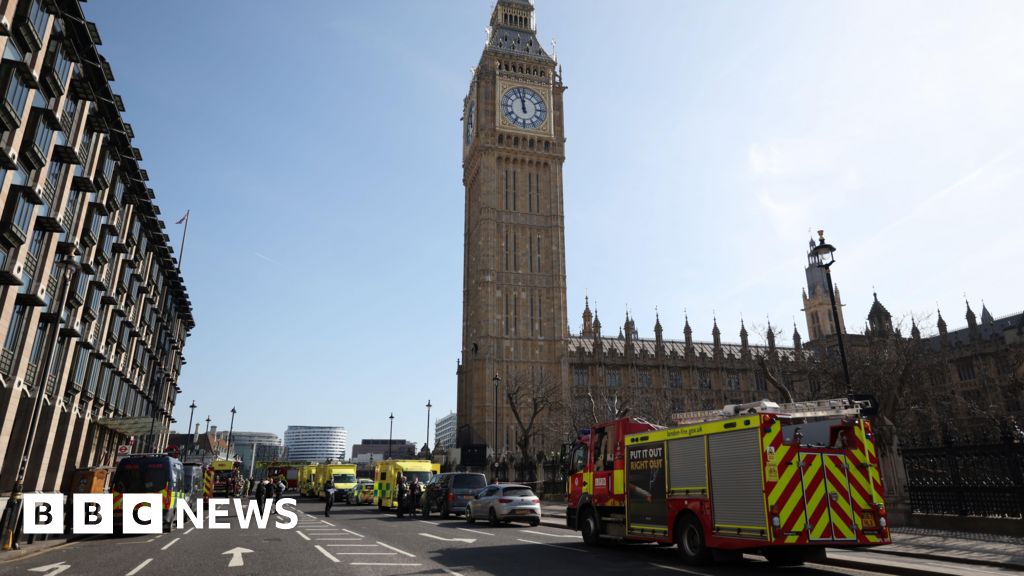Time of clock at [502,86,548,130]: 11:57
